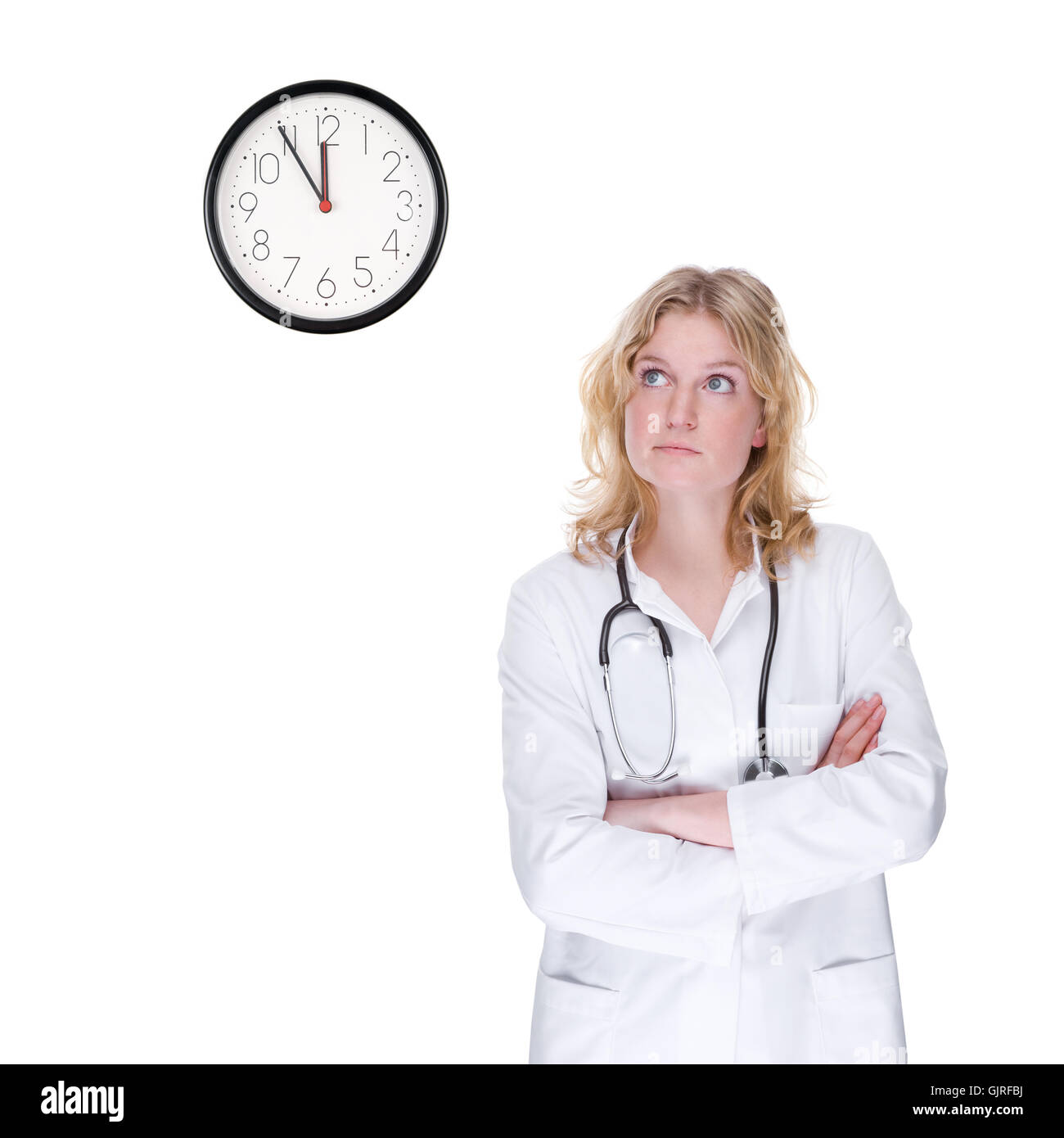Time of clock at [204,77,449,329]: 11:54
